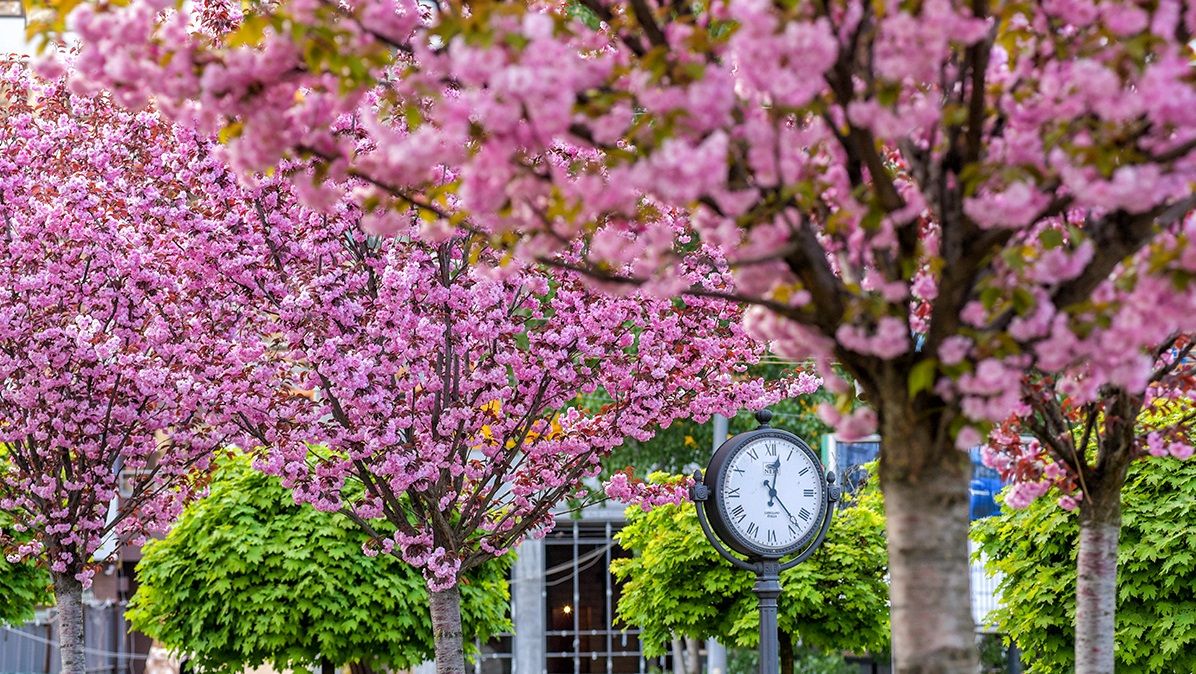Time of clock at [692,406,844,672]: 12:23
